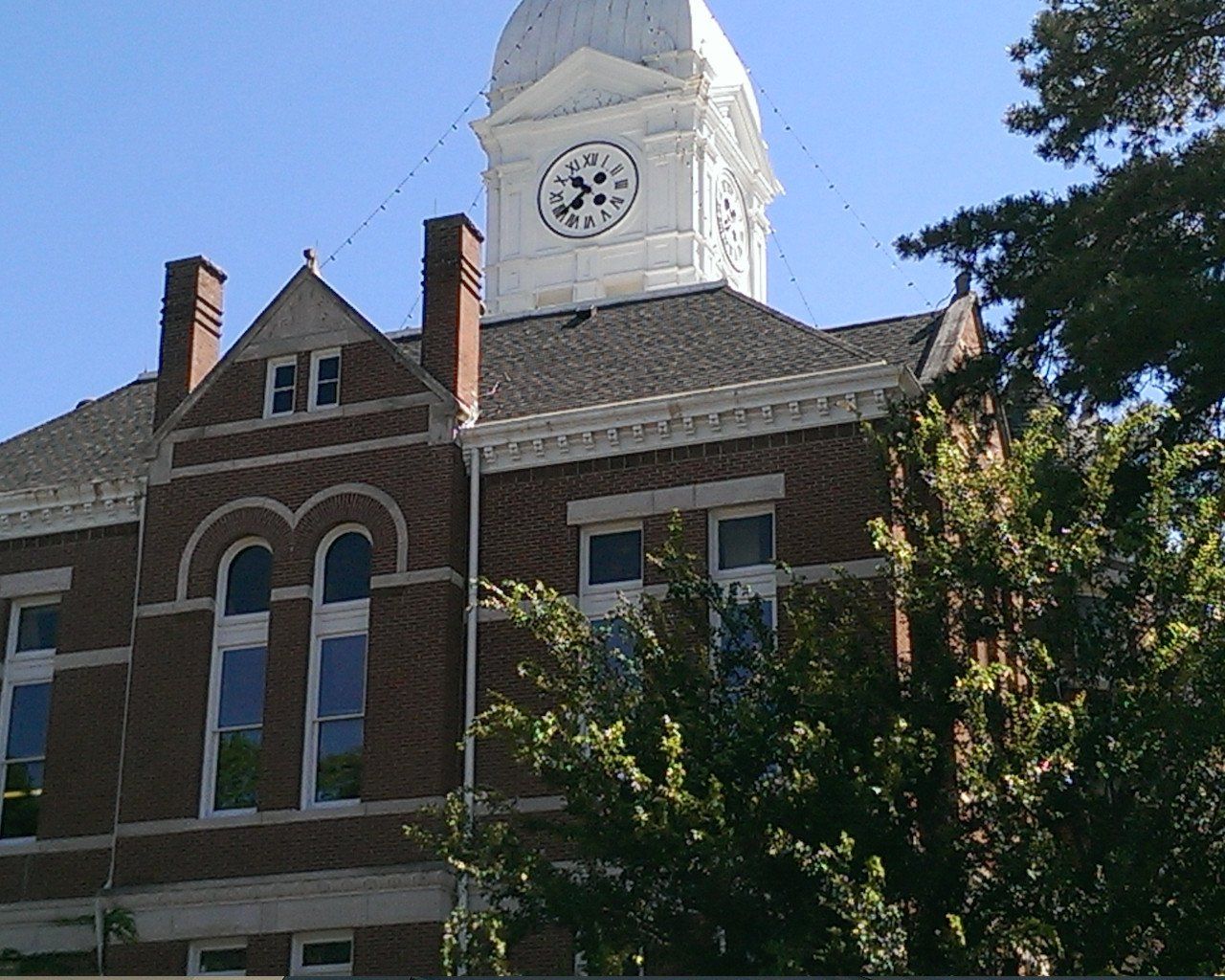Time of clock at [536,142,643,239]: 10:38
